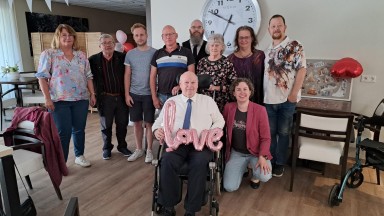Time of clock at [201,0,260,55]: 6:49
